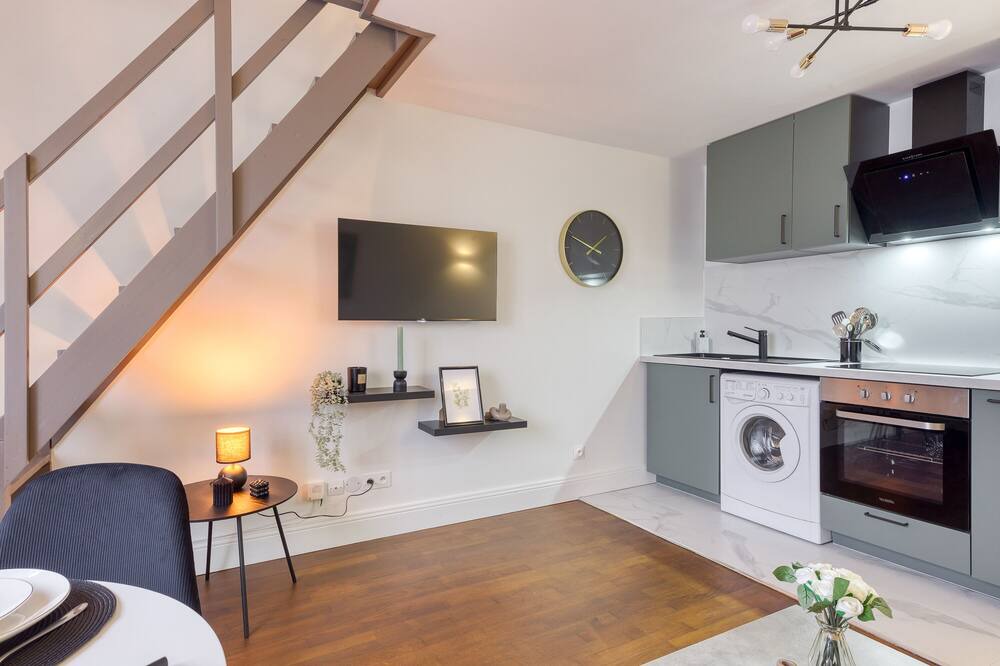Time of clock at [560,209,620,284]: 1:49
